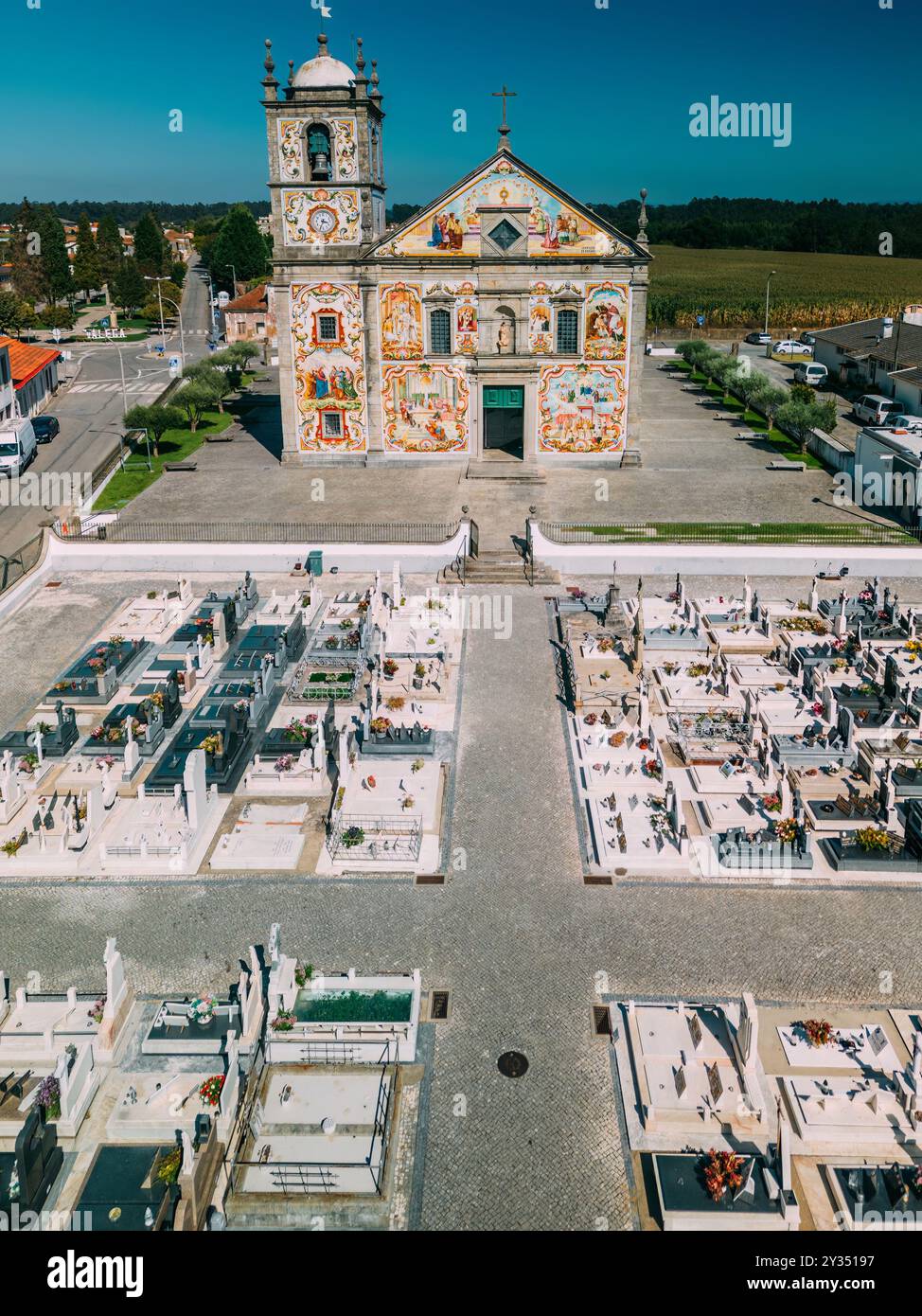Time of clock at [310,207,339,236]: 3:34
